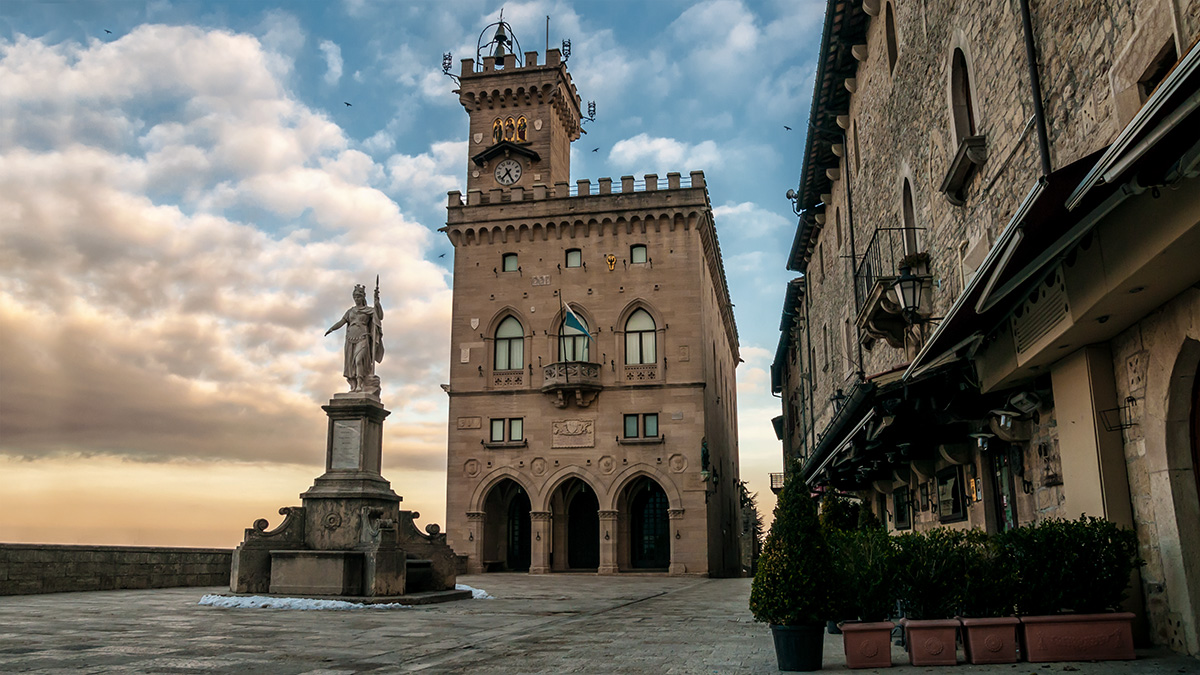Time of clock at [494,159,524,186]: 7:25
